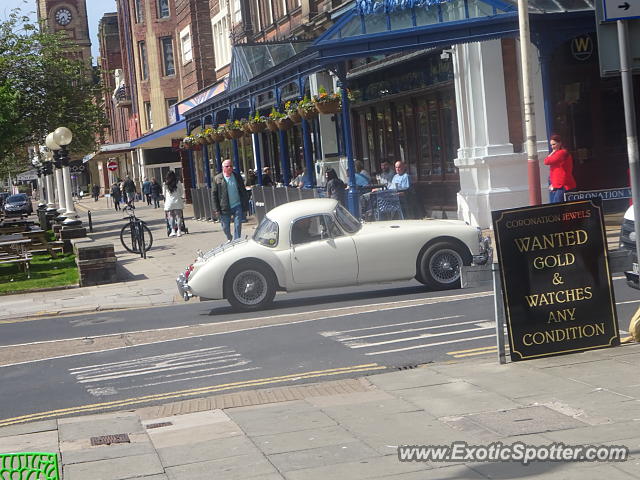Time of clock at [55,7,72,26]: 7:27
